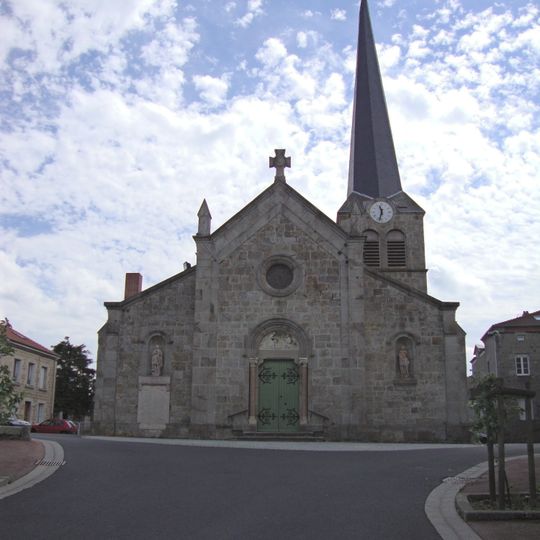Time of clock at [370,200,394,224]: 11:32
